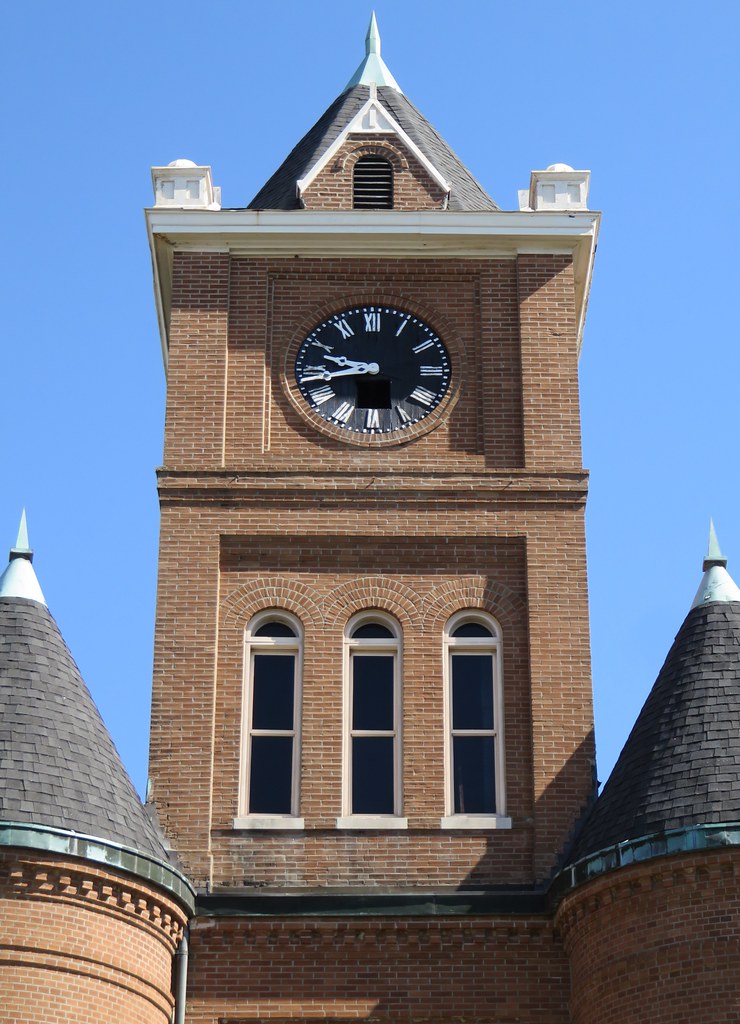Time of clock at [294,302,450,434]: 9:43
